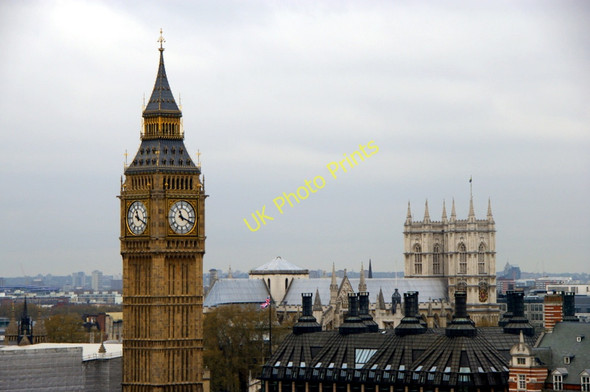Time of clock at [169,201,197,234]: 11:18
